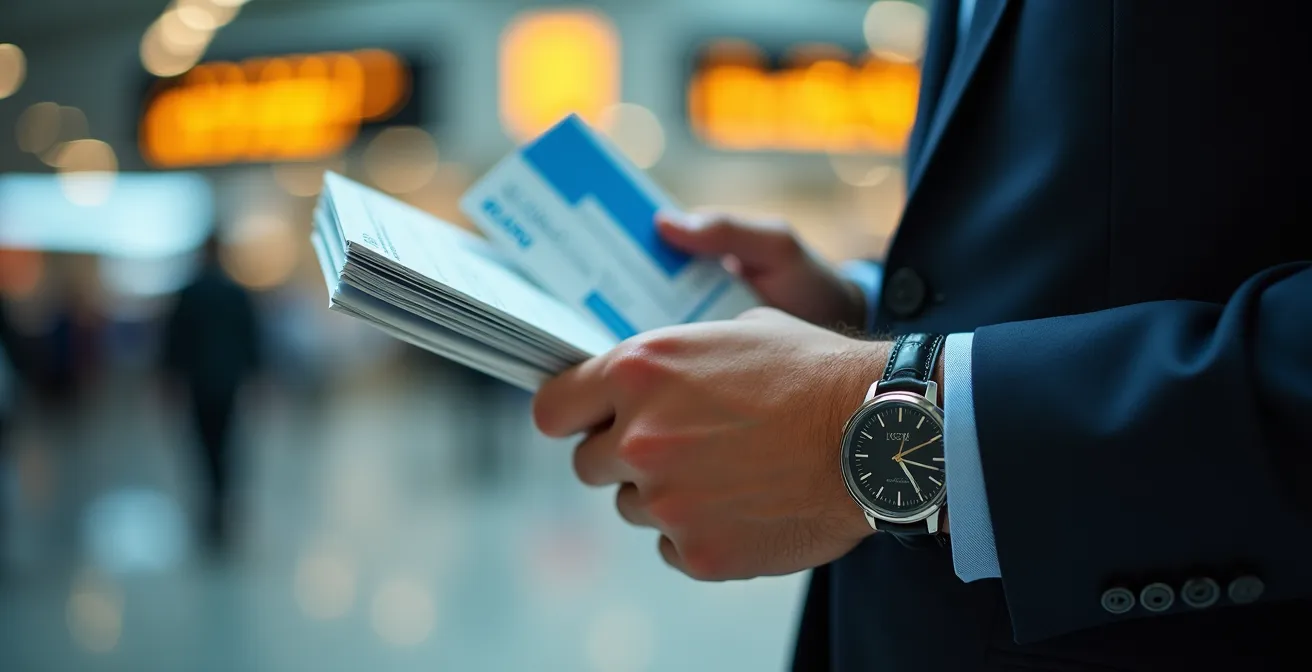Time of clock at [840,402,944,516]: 12:24
